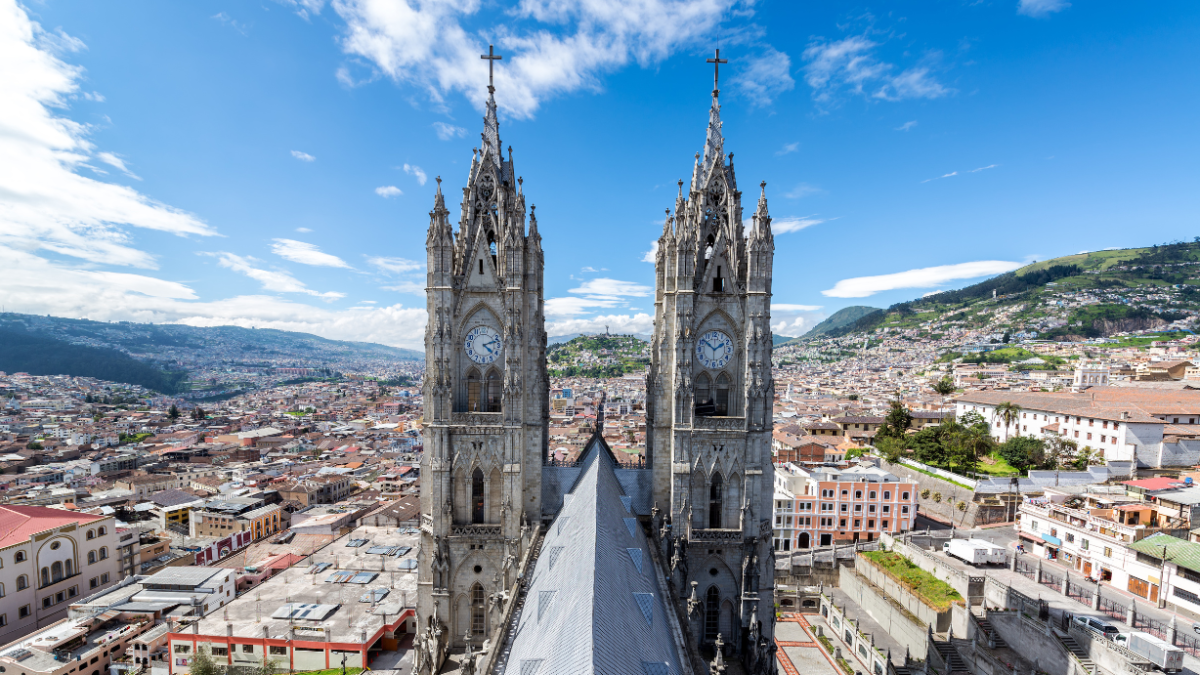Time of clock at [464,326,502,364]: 4:12
